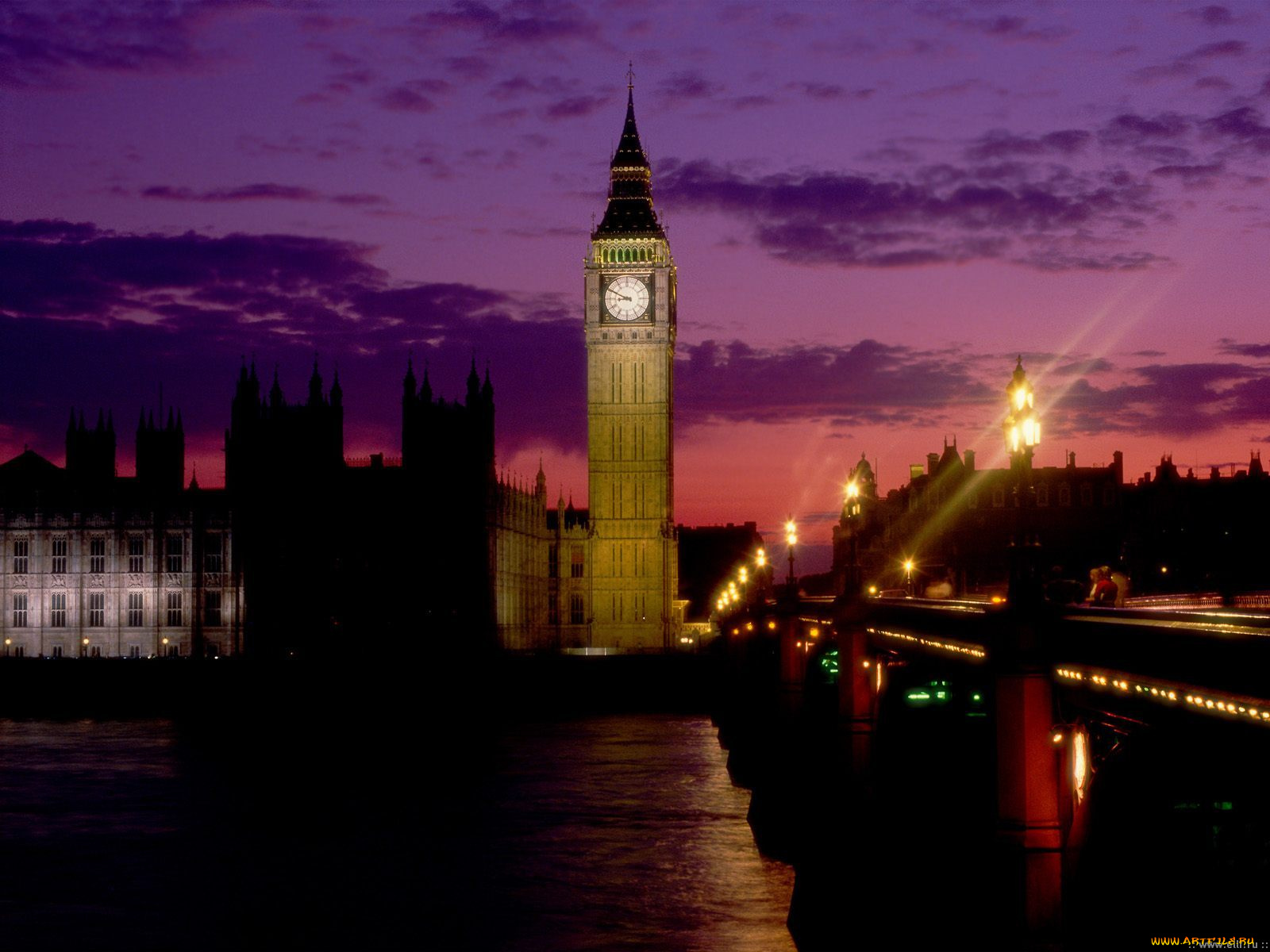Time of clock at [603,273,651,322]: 8:49
